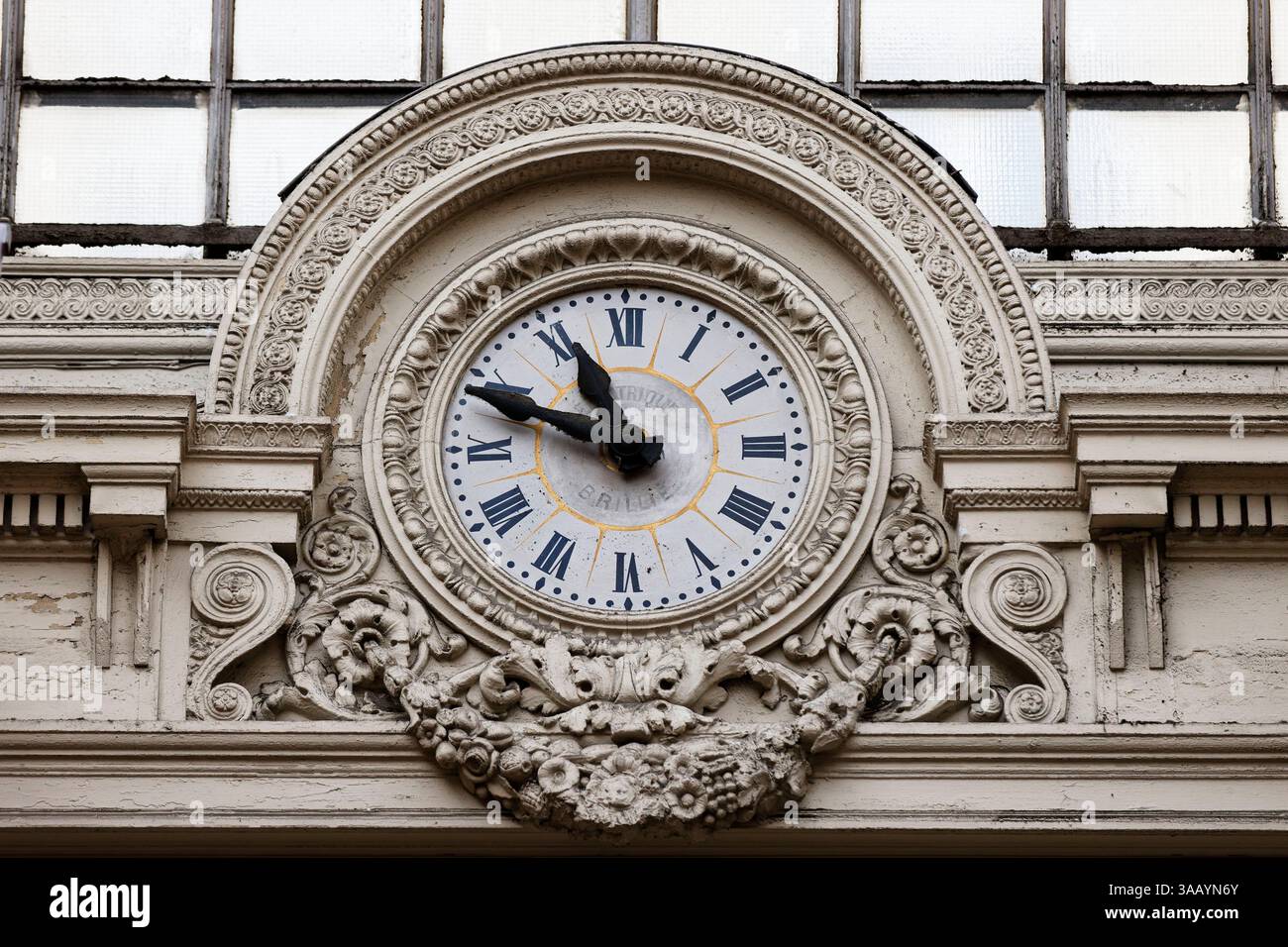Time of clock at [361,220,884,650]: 10:48
